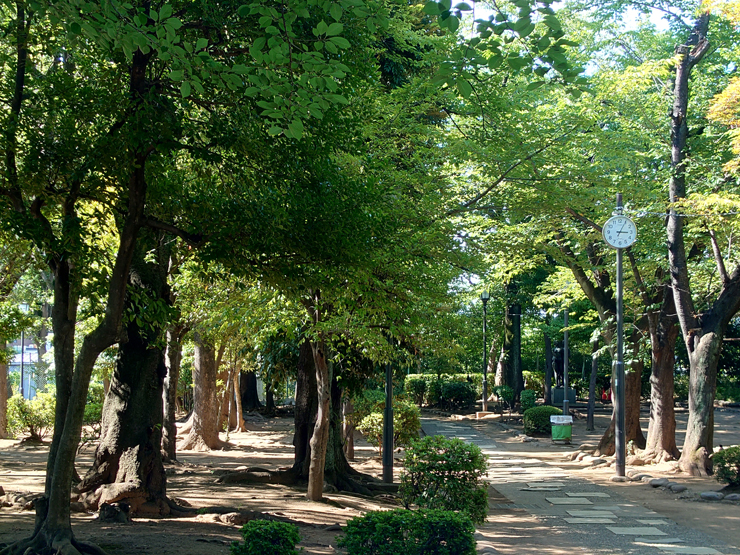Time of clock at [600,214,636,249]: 3:04
